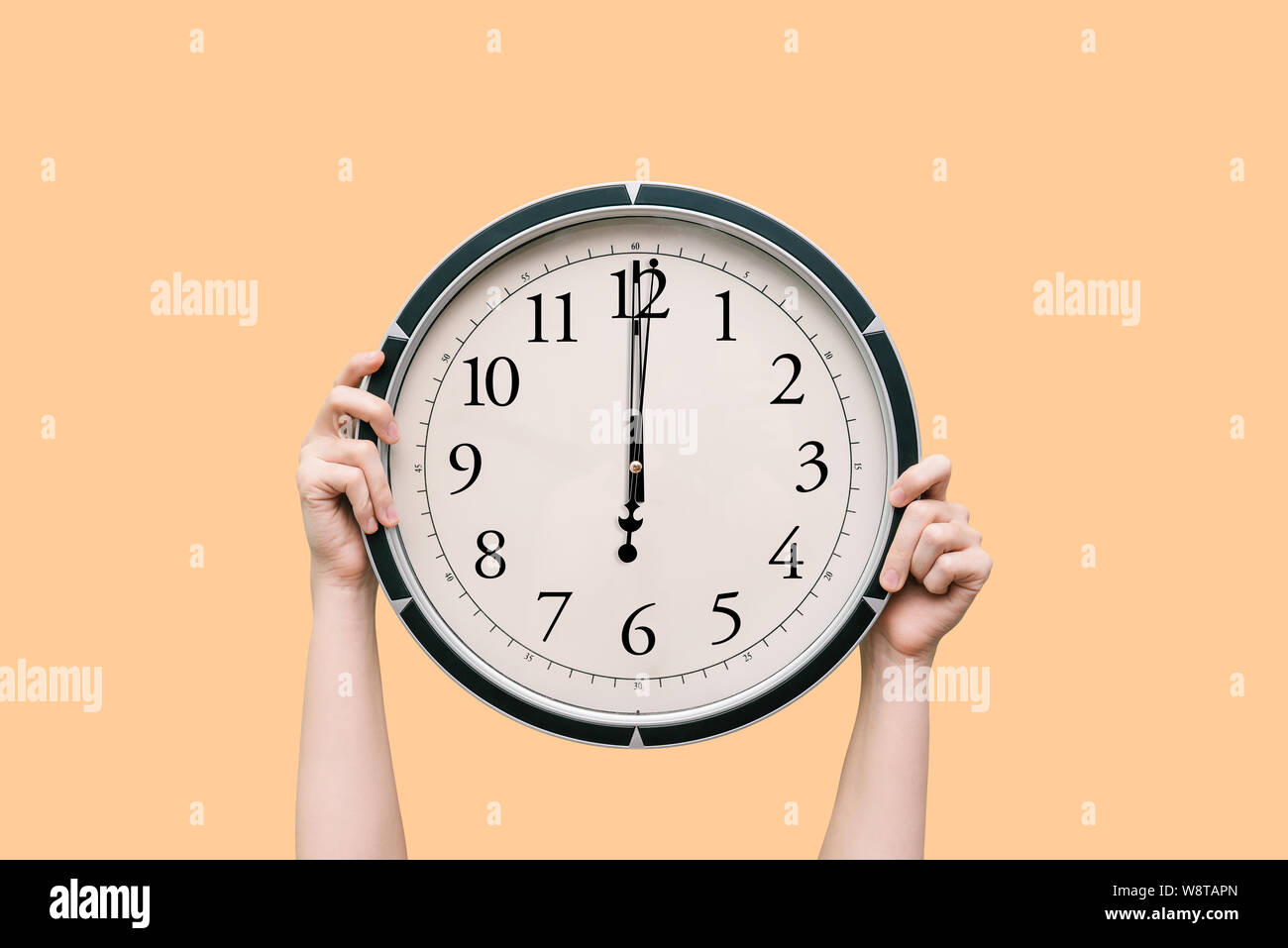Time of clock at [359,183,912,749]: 6:00
